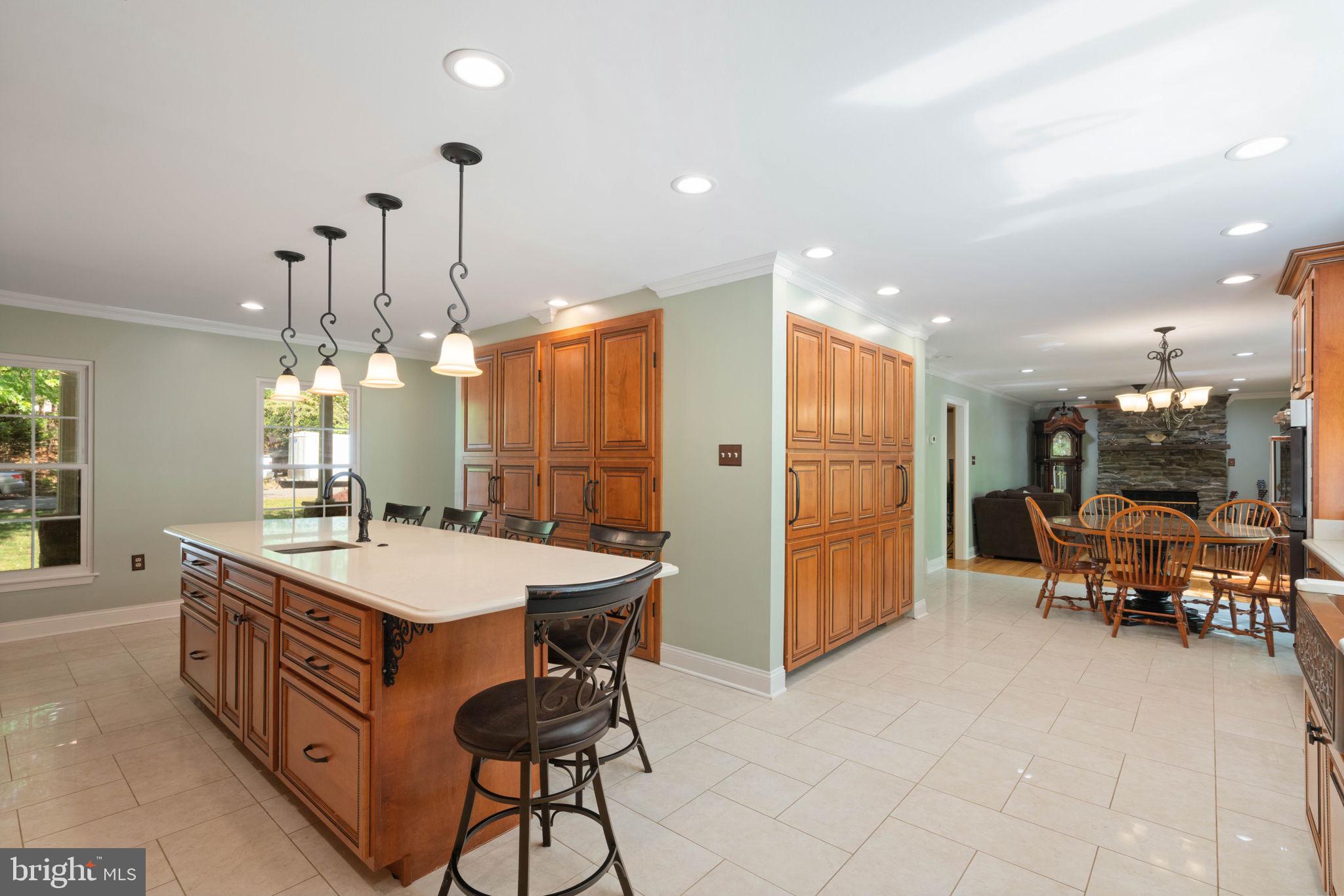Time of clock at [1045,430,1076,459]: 8:07
